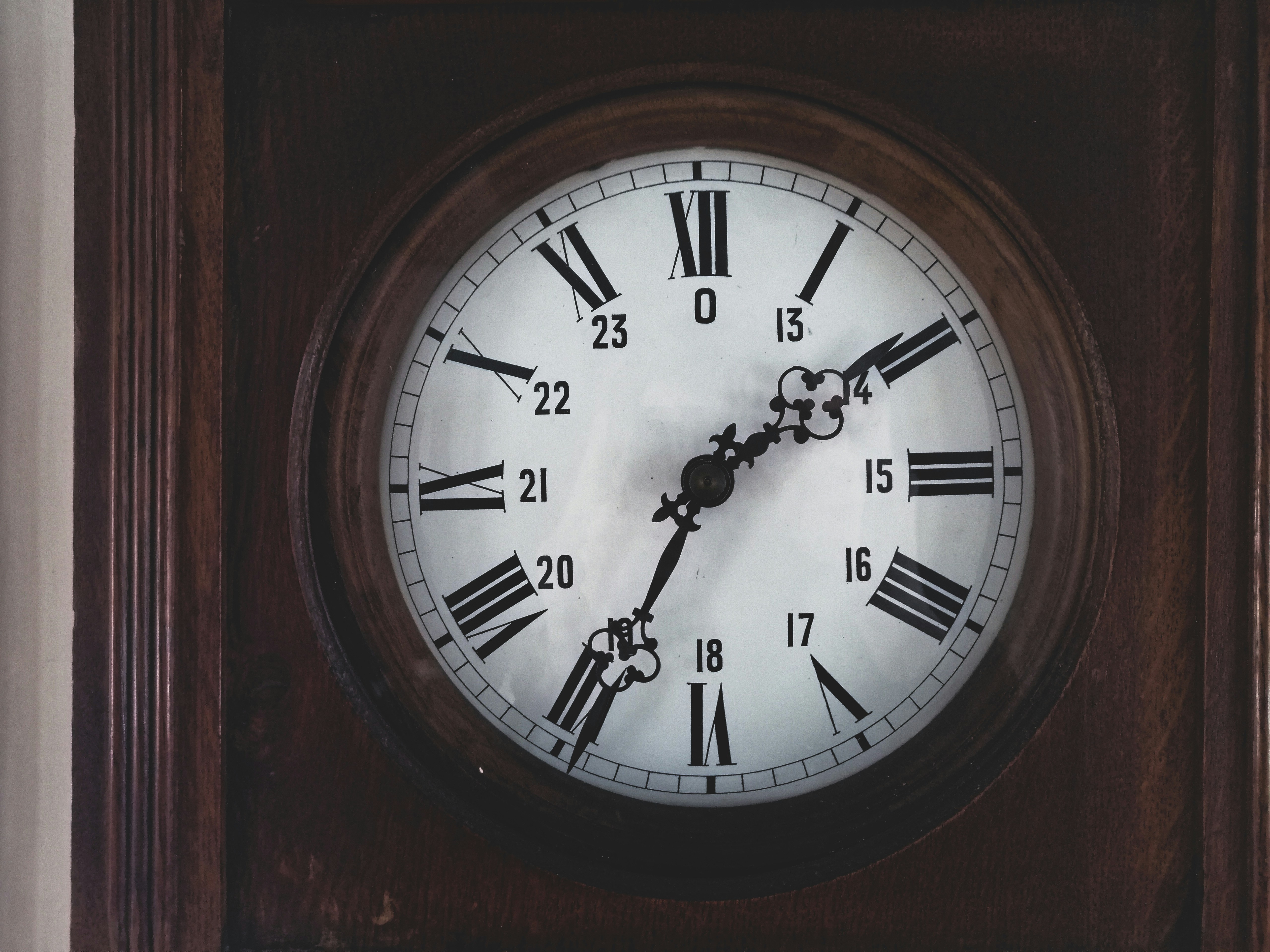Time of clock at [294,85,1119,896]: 1:34
